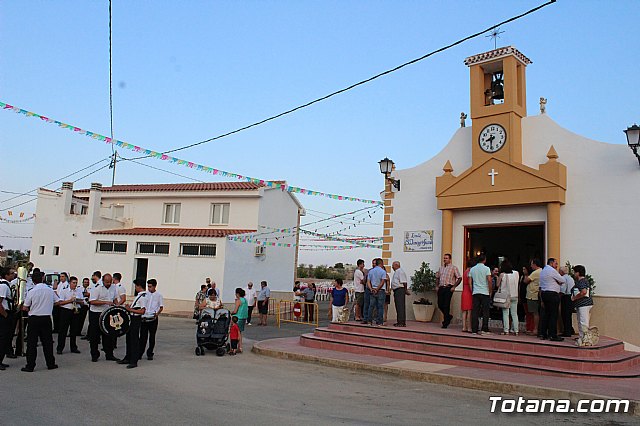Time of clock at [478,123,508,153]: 8:30
